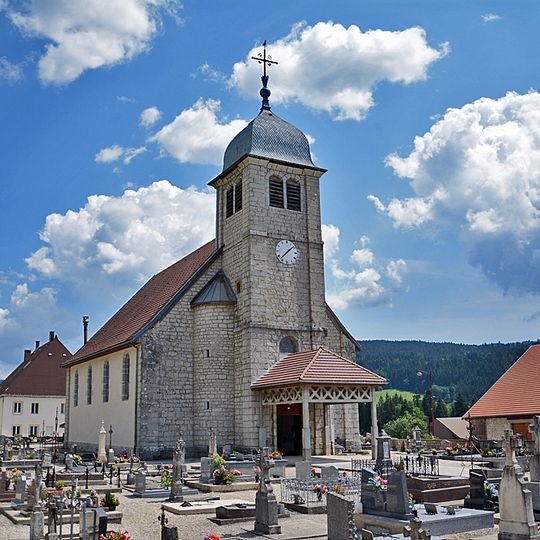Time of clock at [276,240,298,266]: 1:37
